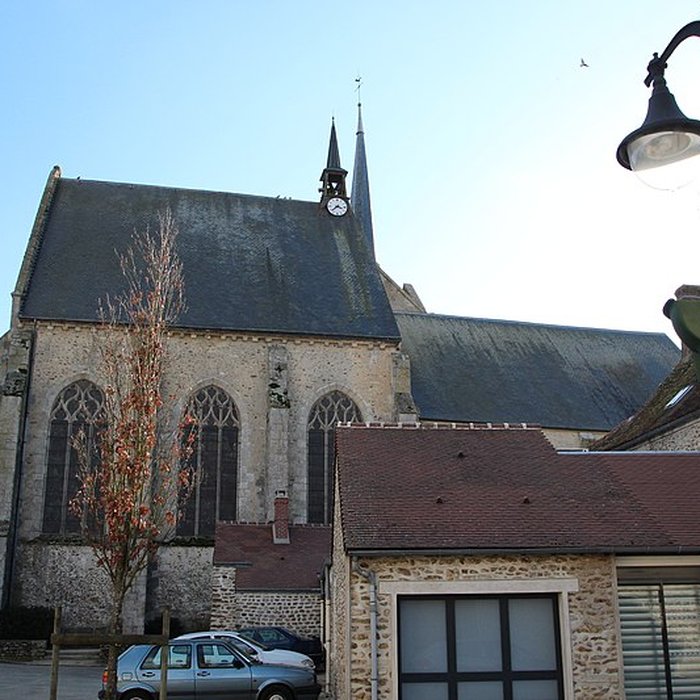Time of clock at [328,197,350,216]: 3:38
